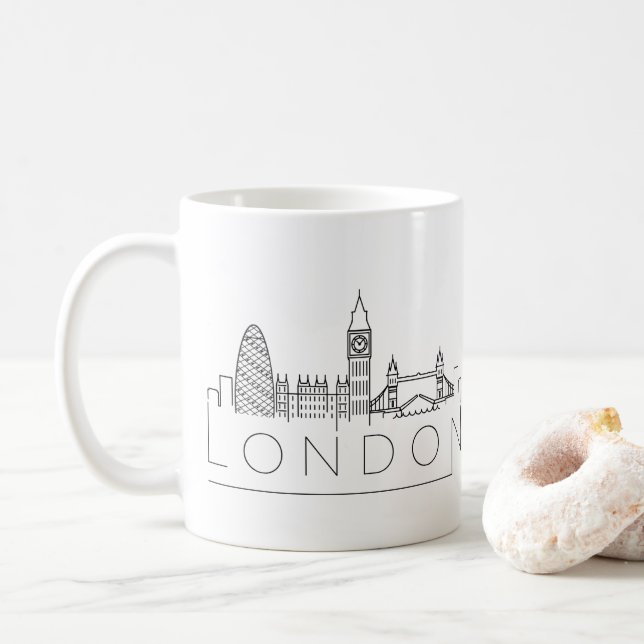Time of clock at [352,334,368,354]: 10:07
